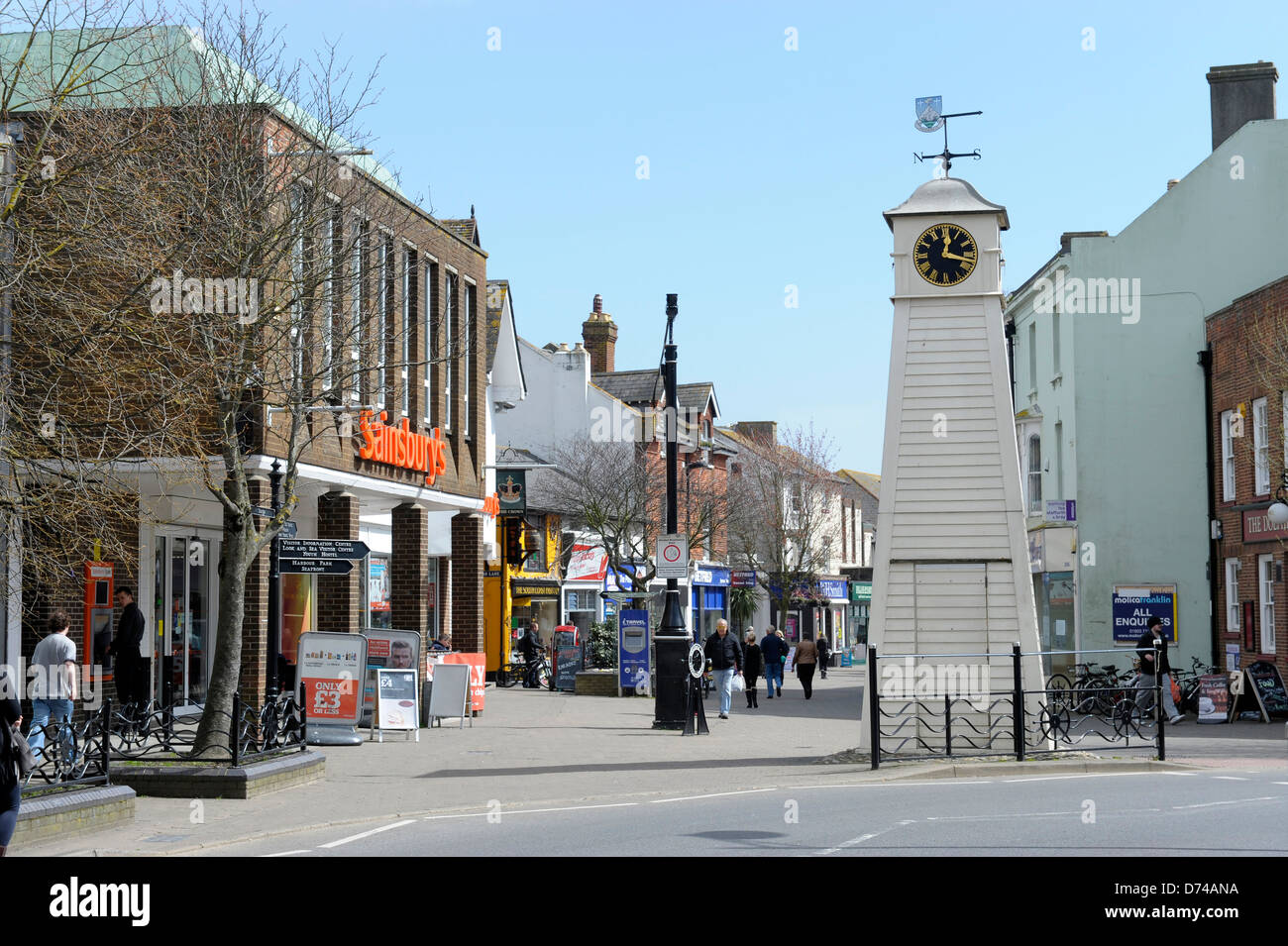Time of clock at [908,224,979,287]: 12:17
